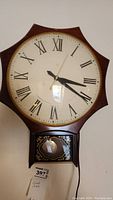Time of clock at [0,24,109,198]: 3:20
